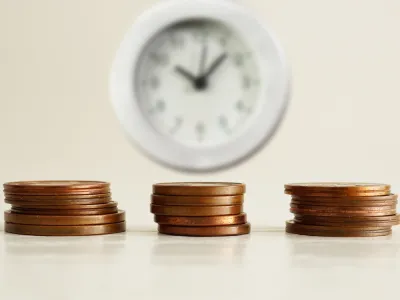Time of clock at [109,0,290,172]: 10:07
